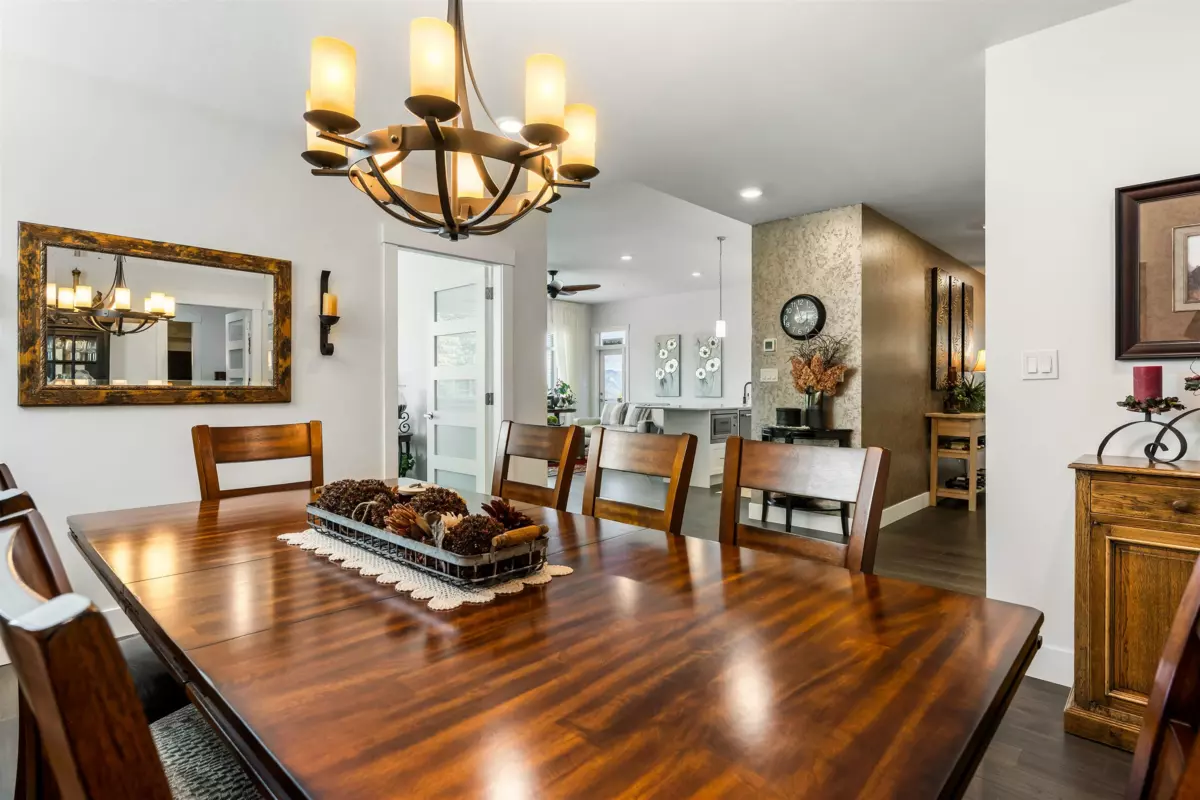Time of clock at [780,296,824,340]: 4:57
